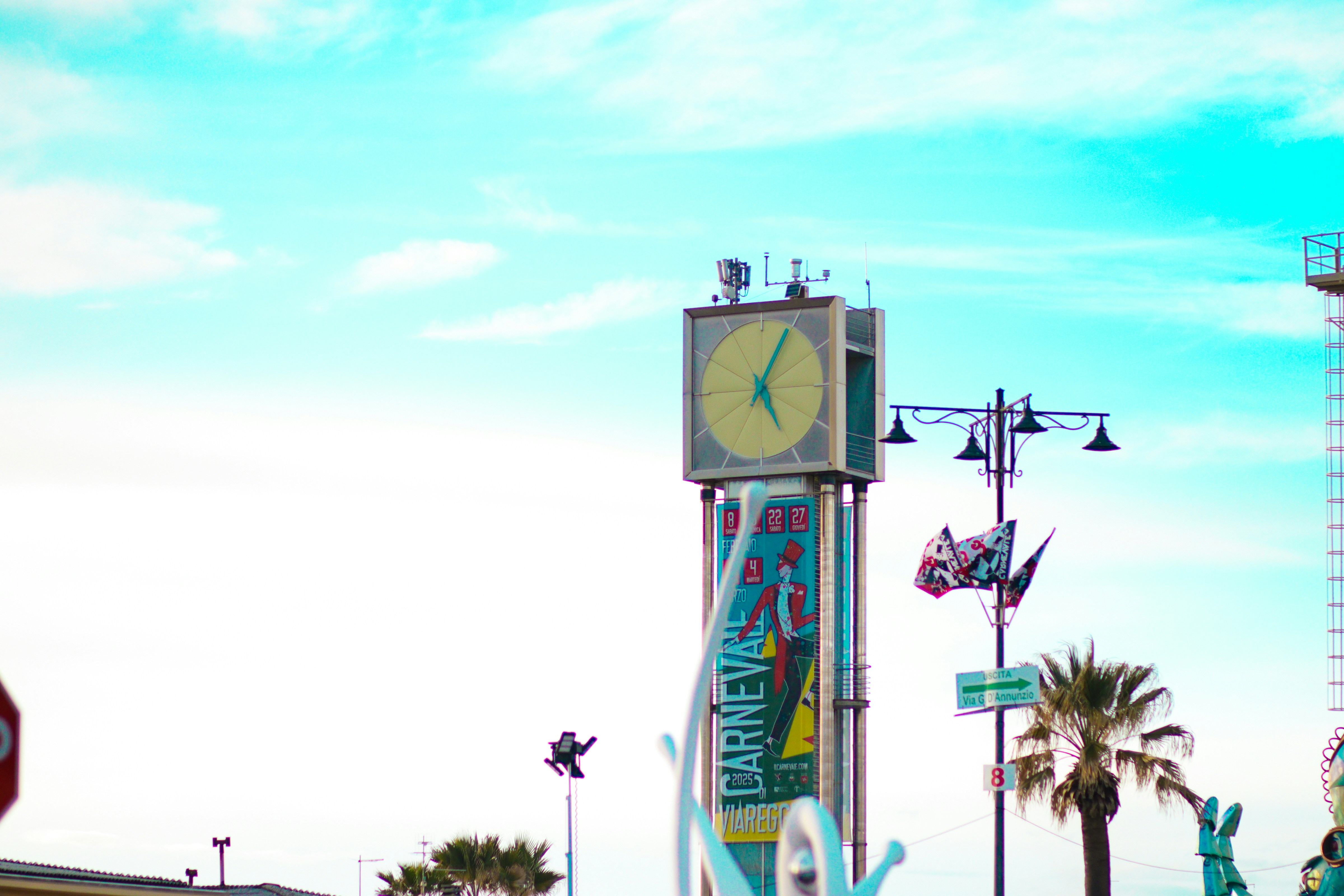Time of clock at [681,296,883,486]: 5:04
